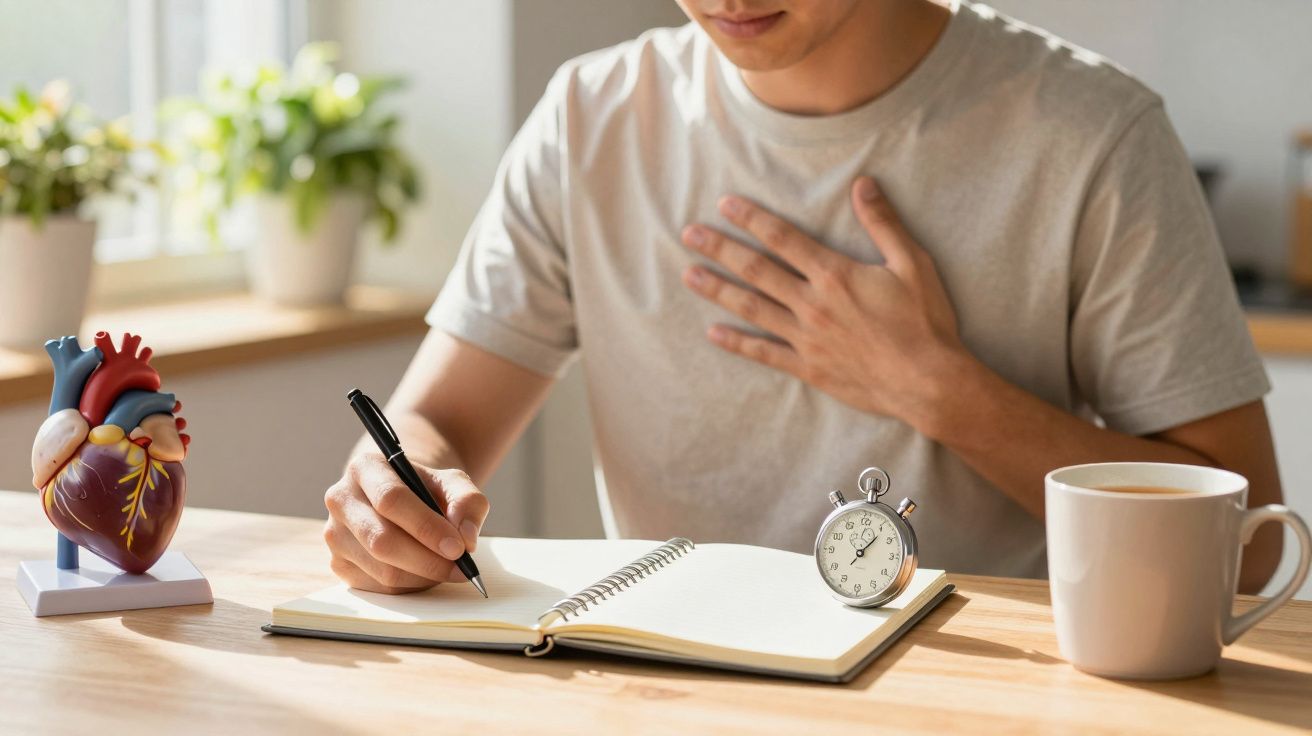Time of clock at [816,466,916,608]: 1:07
